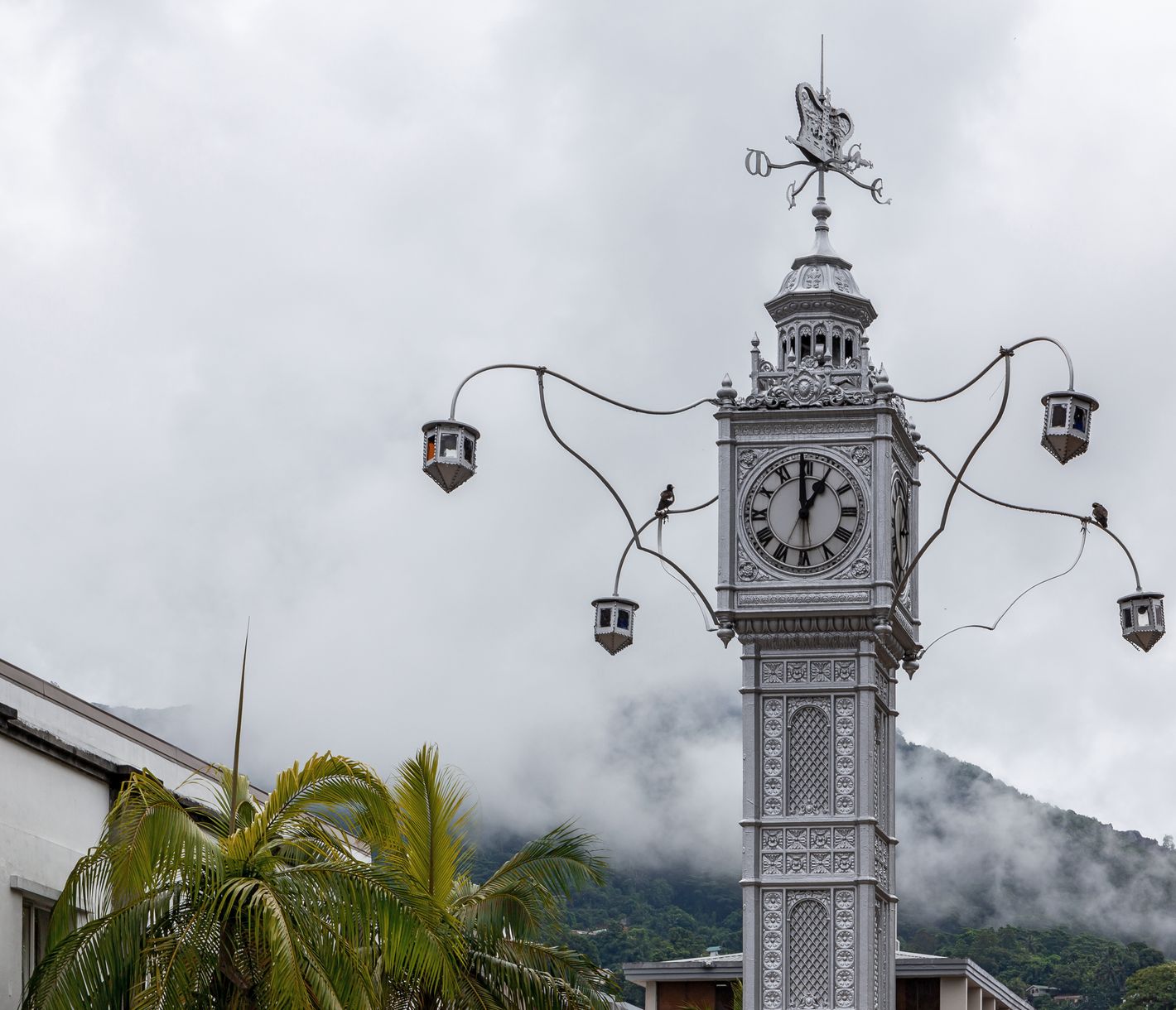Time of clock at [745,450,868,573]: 12:59
